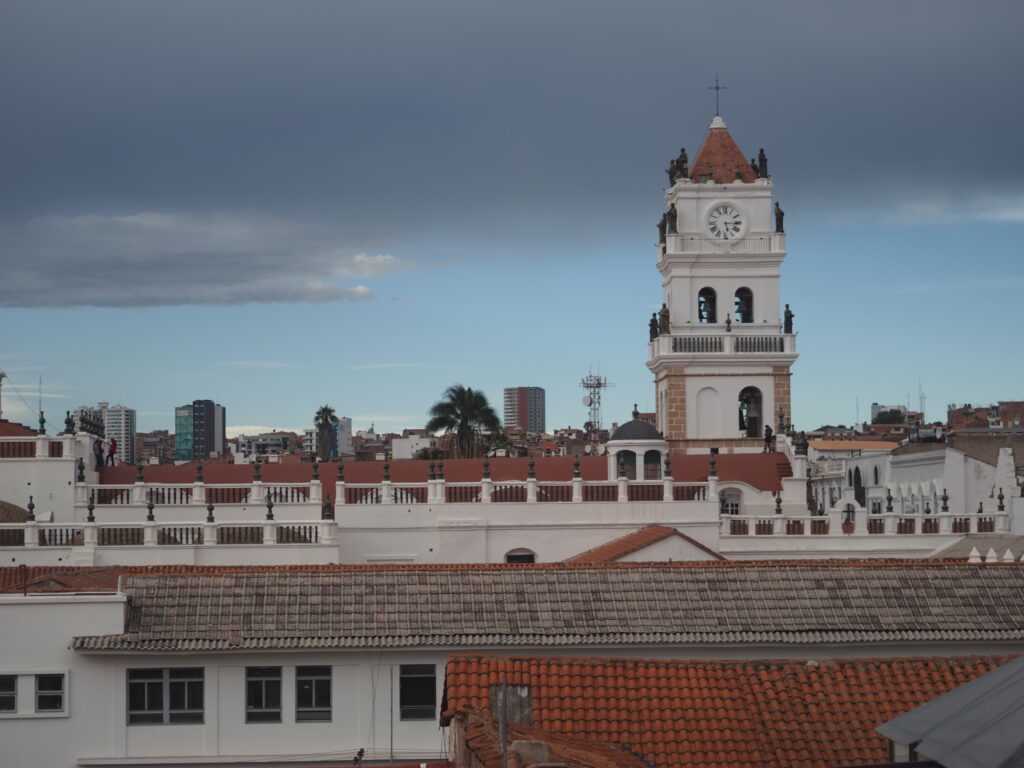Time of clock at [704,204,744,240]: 5:15
